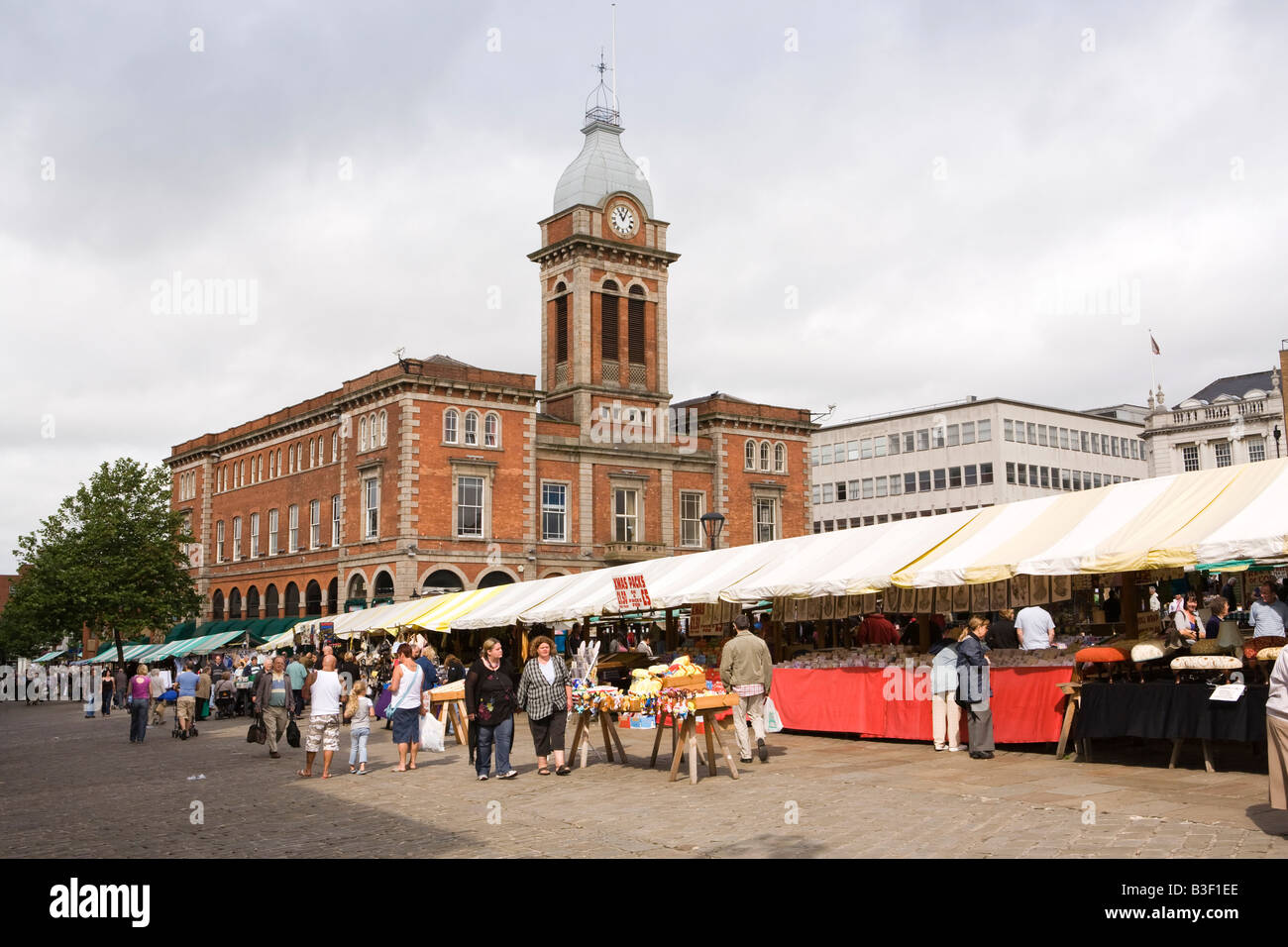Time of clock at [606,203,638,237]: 11:04
